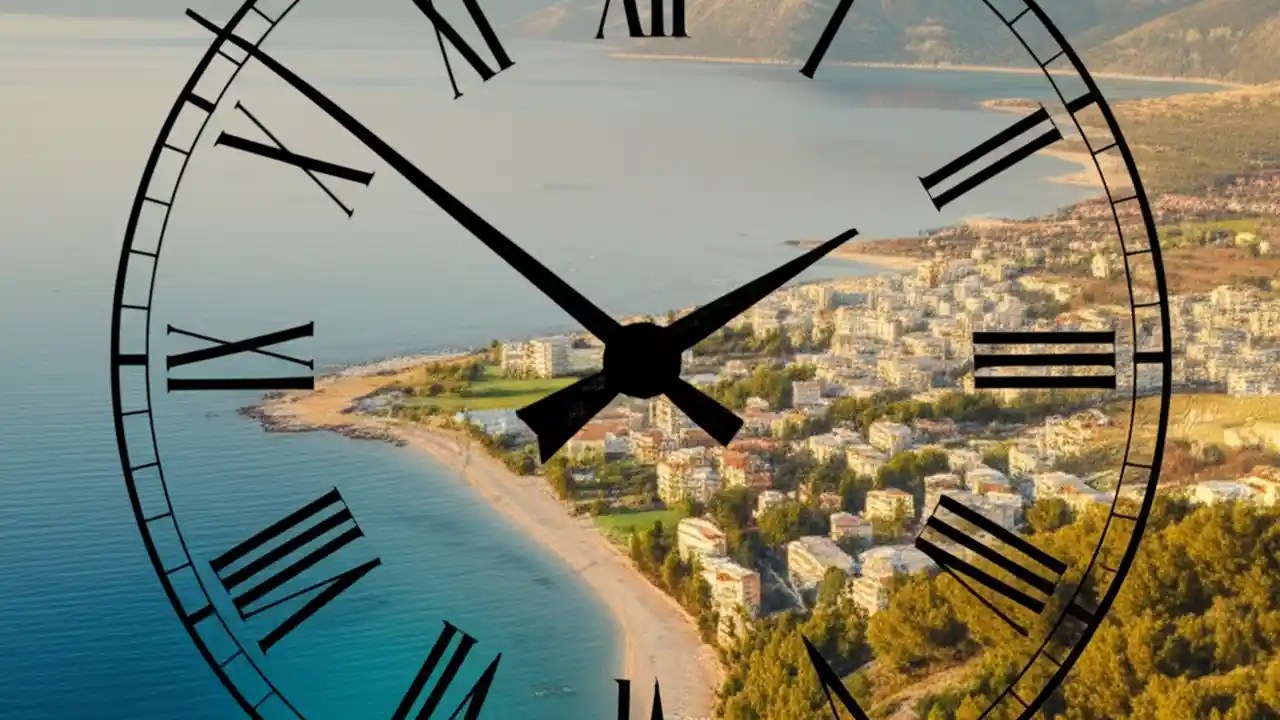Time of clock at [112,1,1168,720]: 1:51
